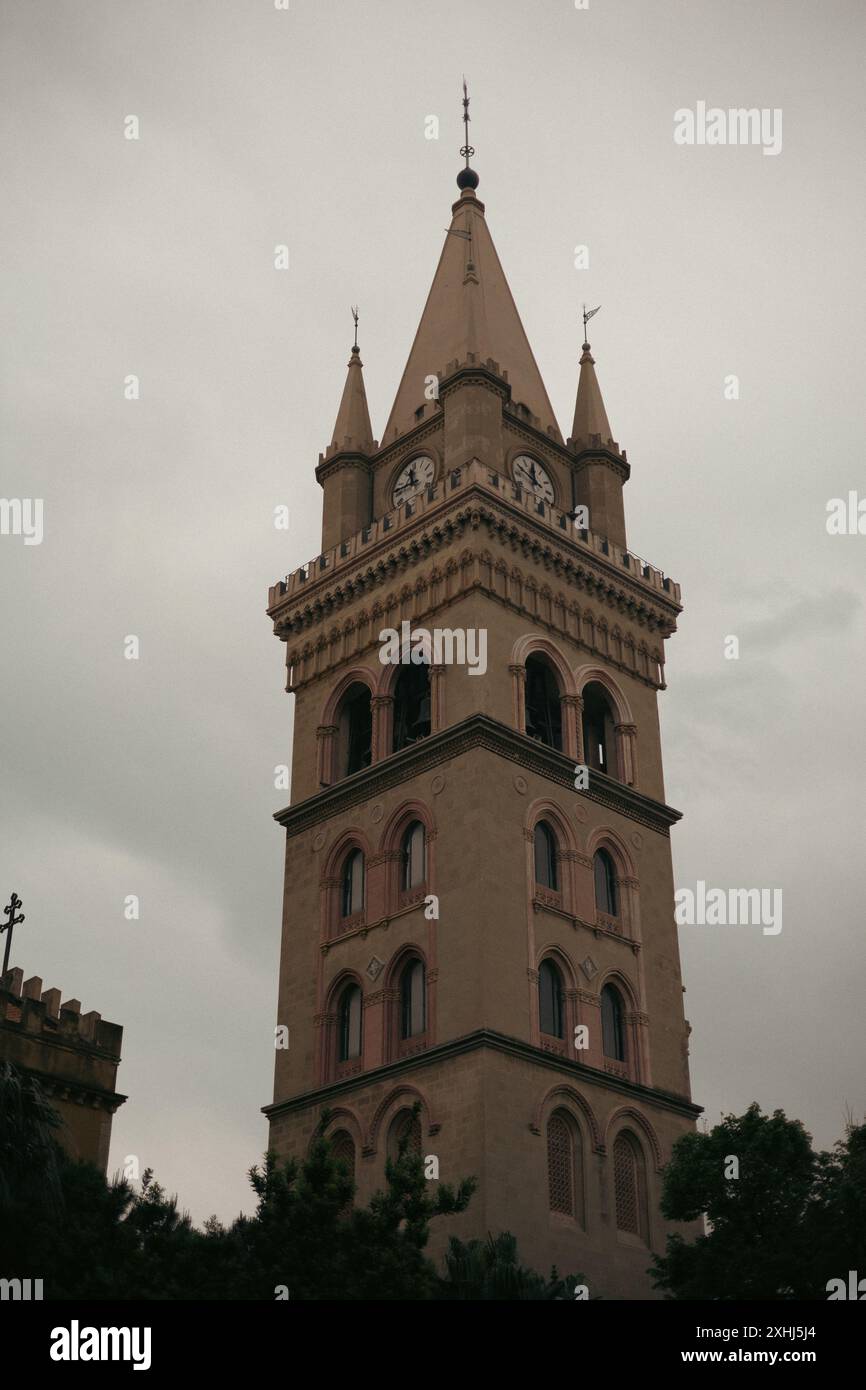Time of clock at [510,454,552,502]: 11:49
